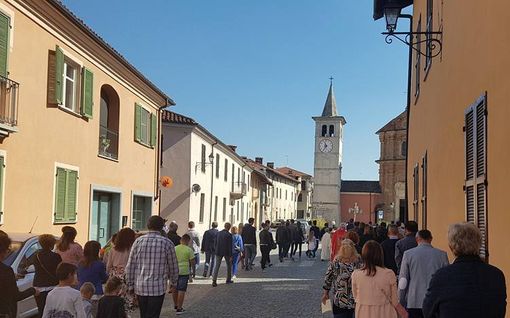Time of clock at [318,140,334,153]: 11:35
